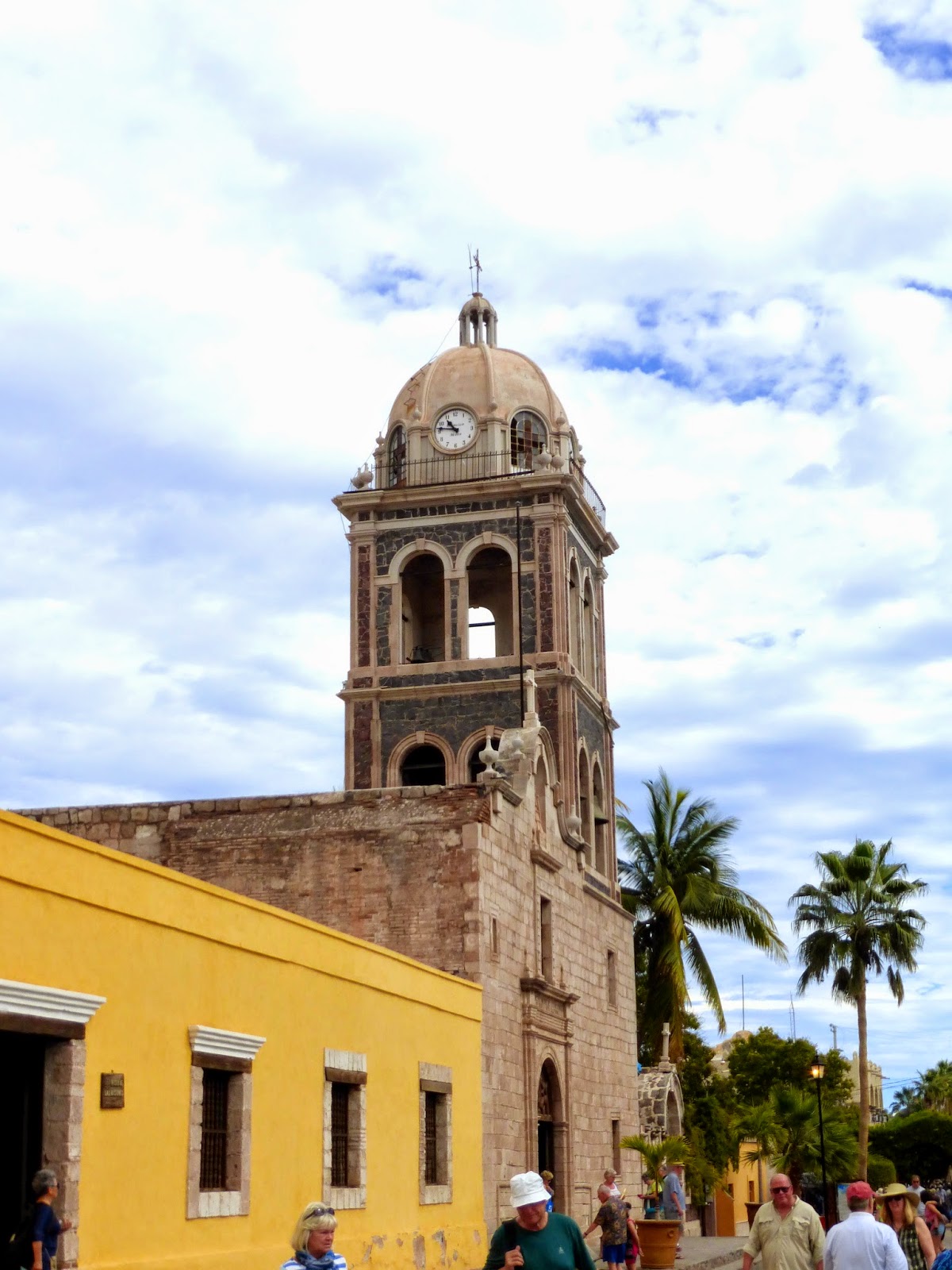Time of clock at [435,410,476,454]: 10:46
